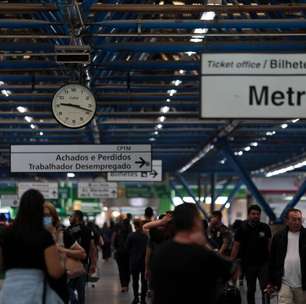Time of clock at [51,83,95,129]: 9:18
